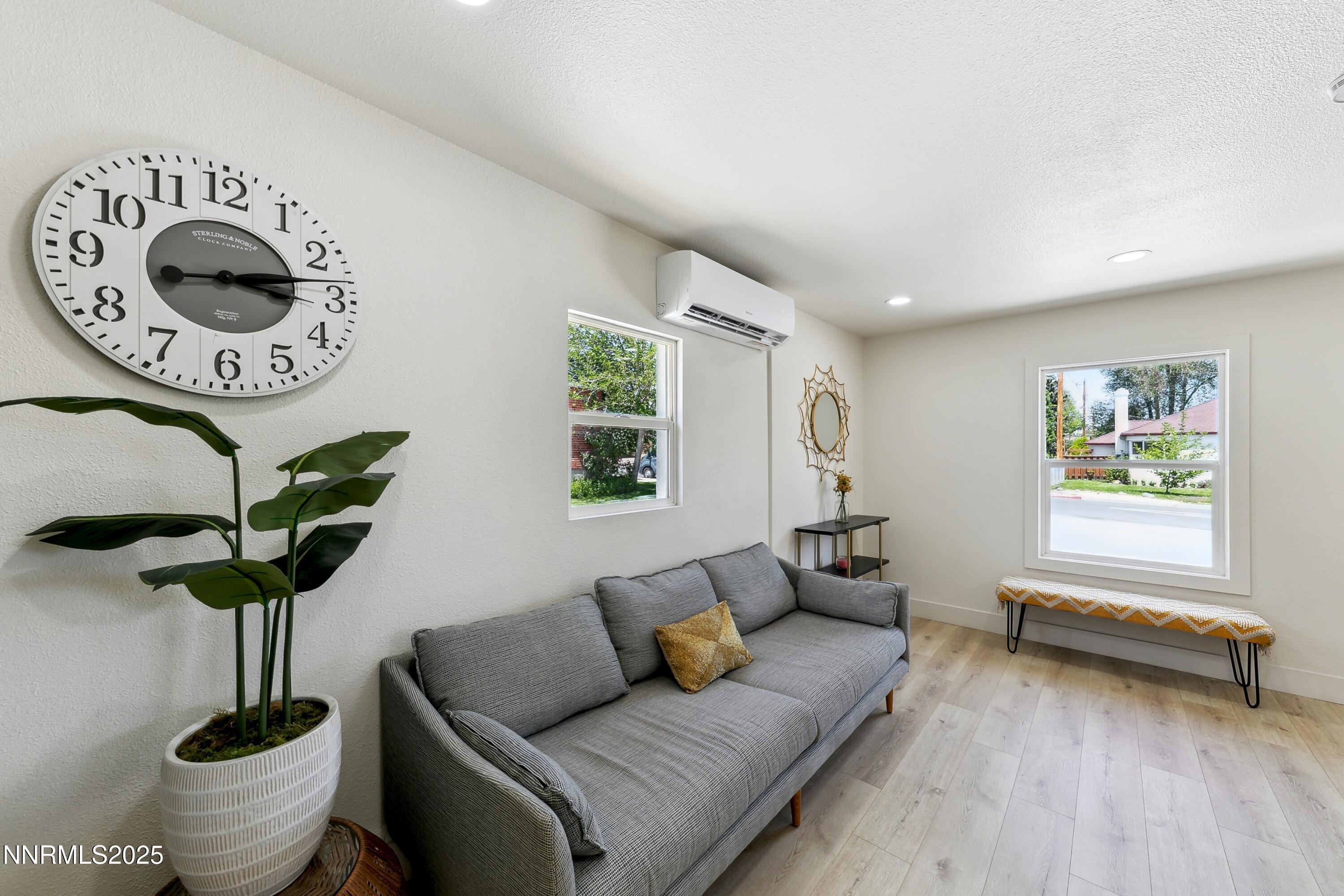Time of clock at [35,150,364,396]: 3:13
